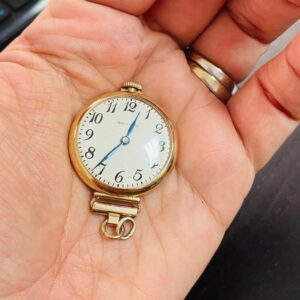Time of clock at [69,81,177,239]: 12:36
